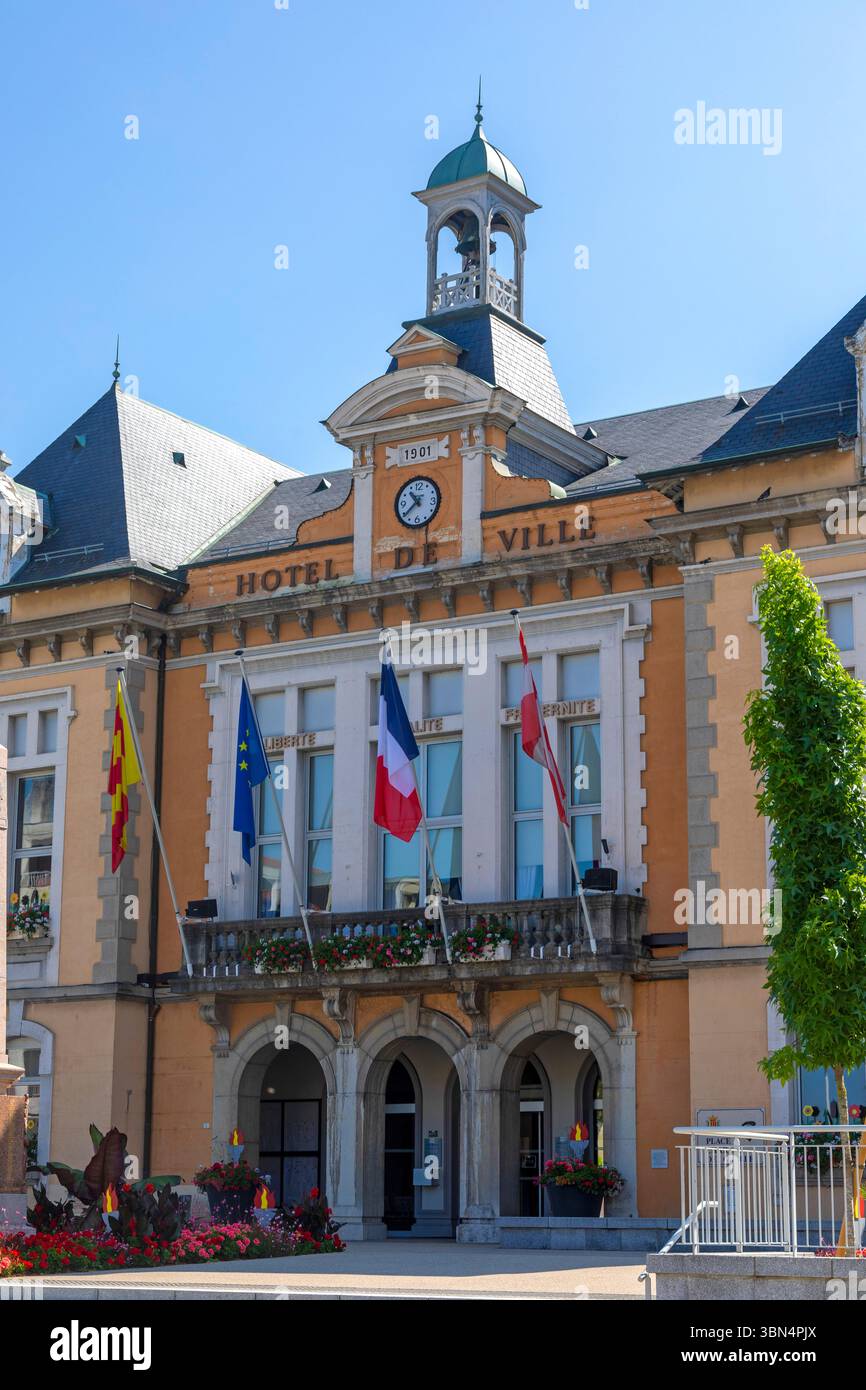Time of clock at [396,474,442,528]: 10:37
